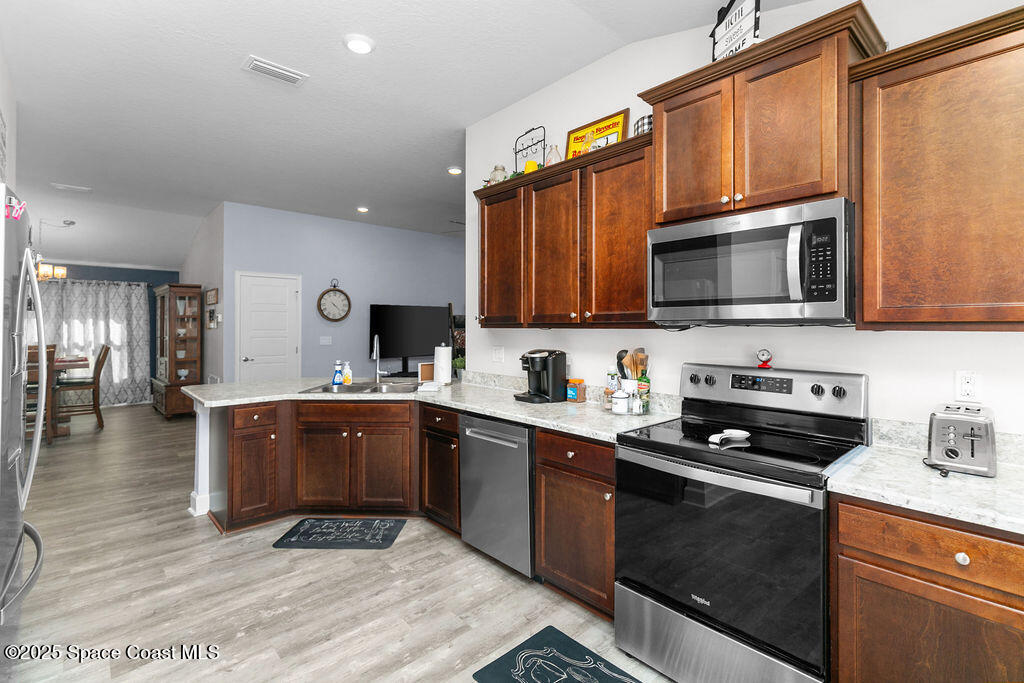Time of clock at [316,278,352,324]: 4:22
